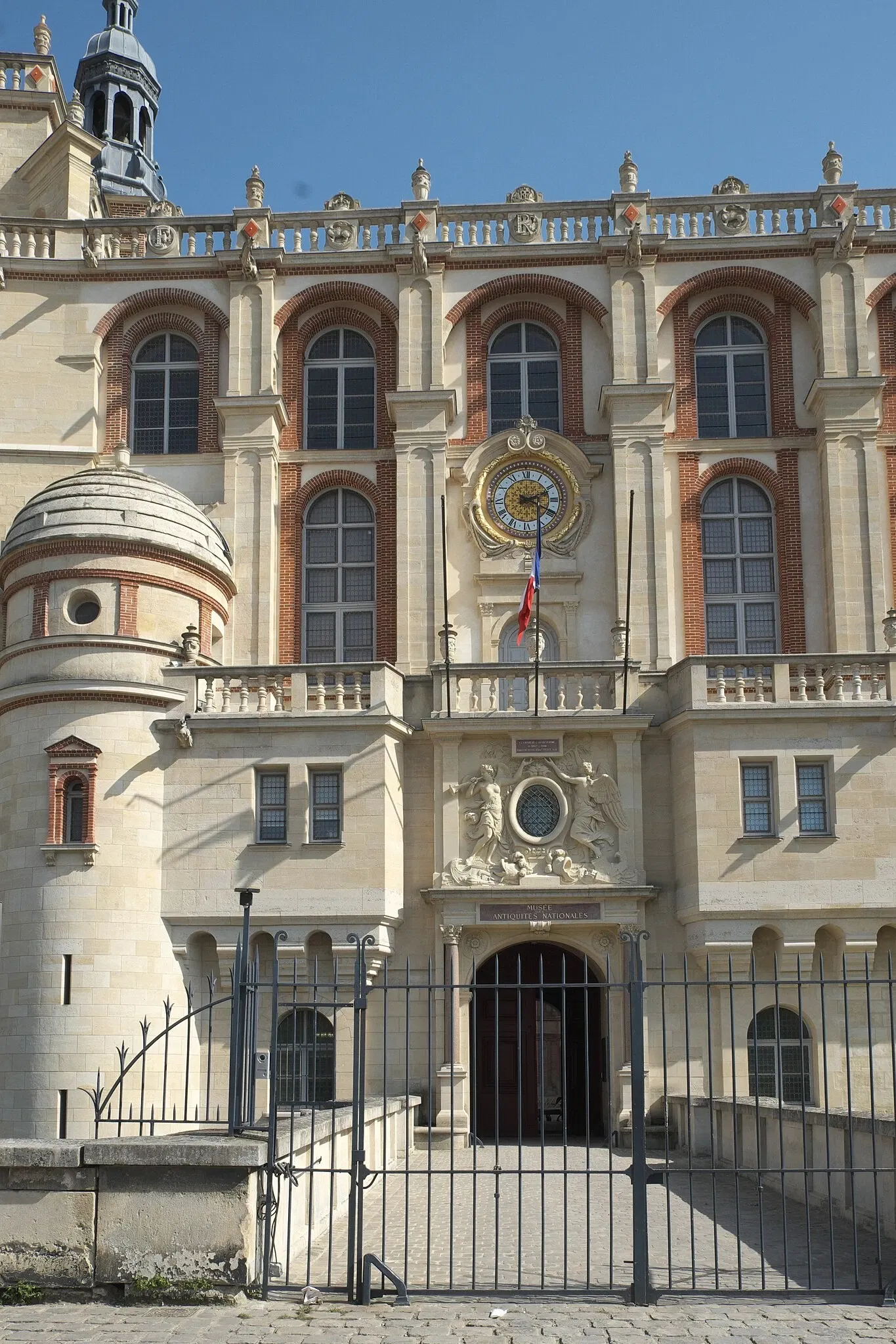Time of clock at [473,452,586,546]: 2:19
